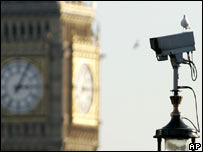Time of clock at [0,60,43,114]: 3:04
